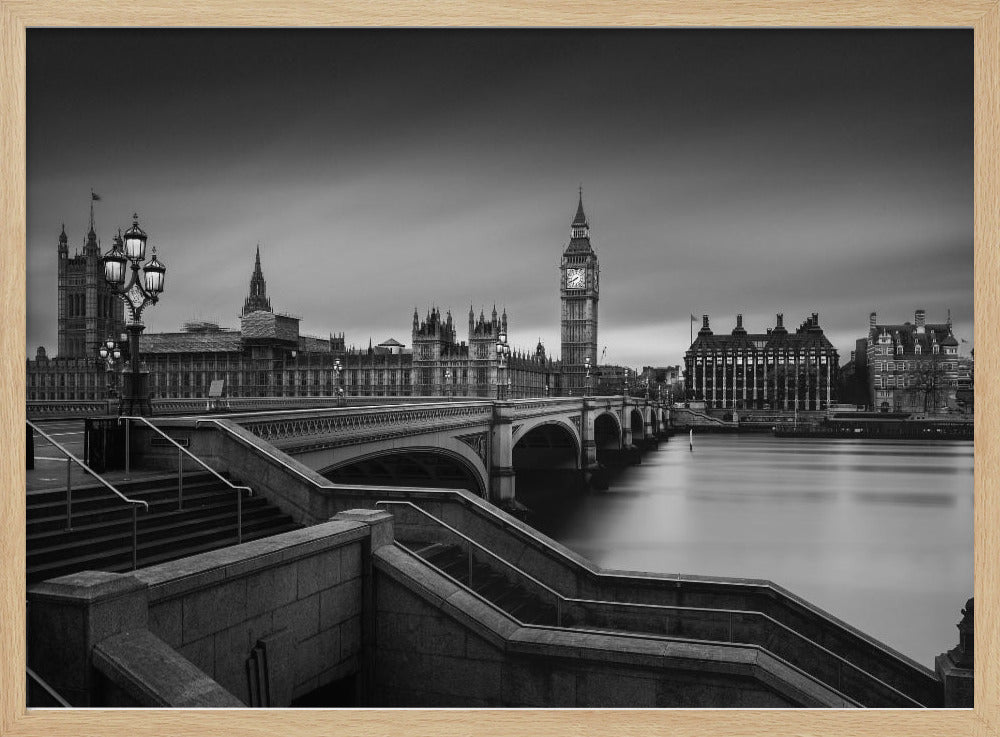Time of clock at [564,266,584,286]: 7:40
